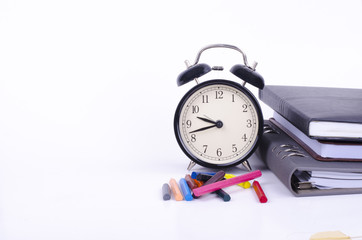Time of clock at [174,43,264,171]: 9:42
